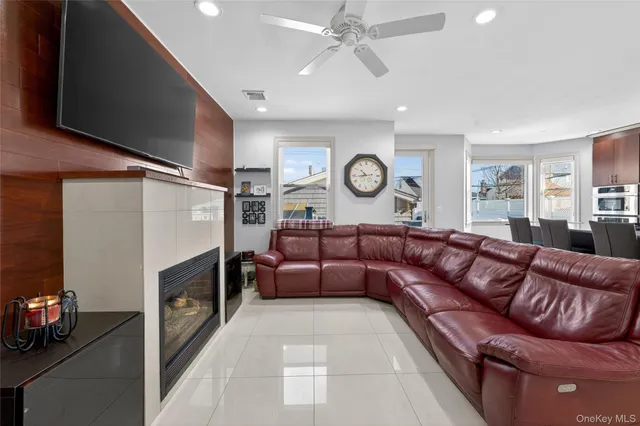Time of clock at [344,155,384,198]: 10:43
